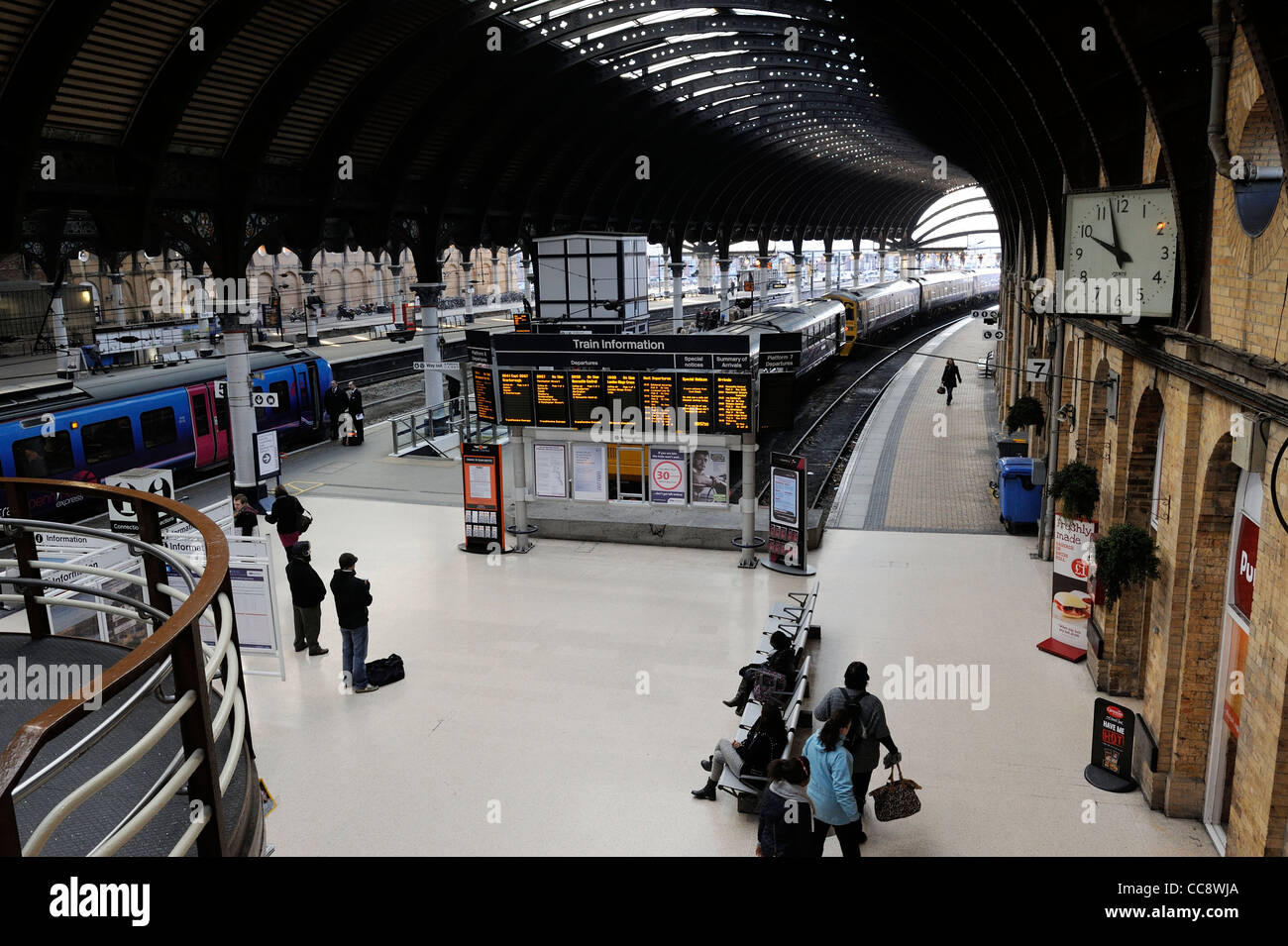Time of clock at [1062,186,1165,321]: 9:57
